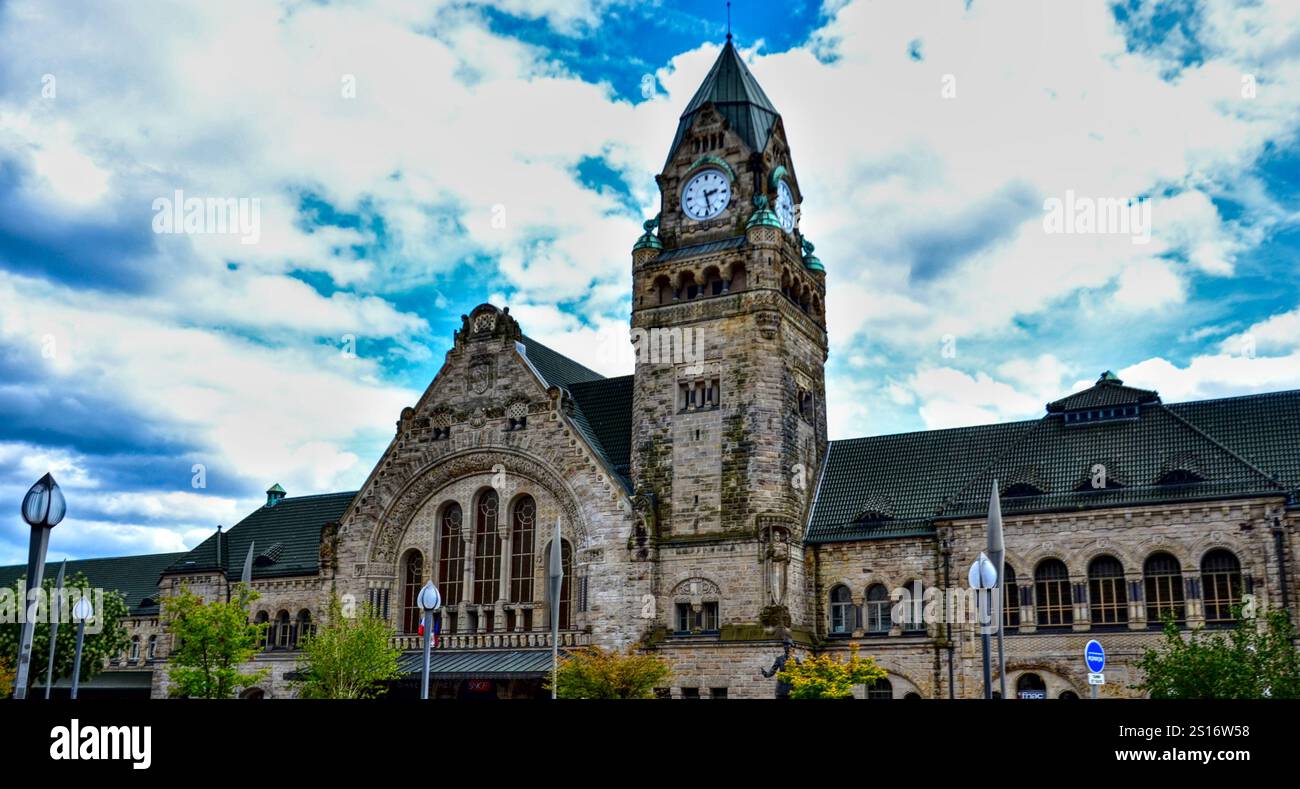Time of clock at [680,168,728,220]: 2:28
